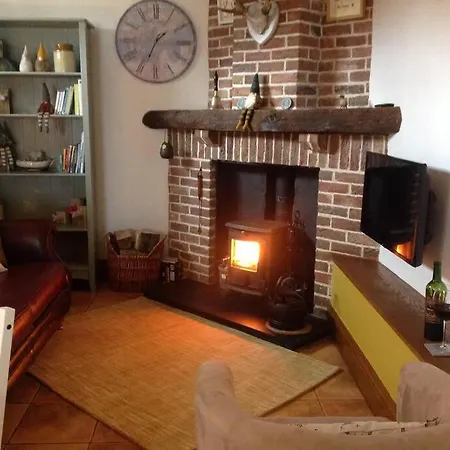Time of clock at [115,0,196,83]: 1:34
